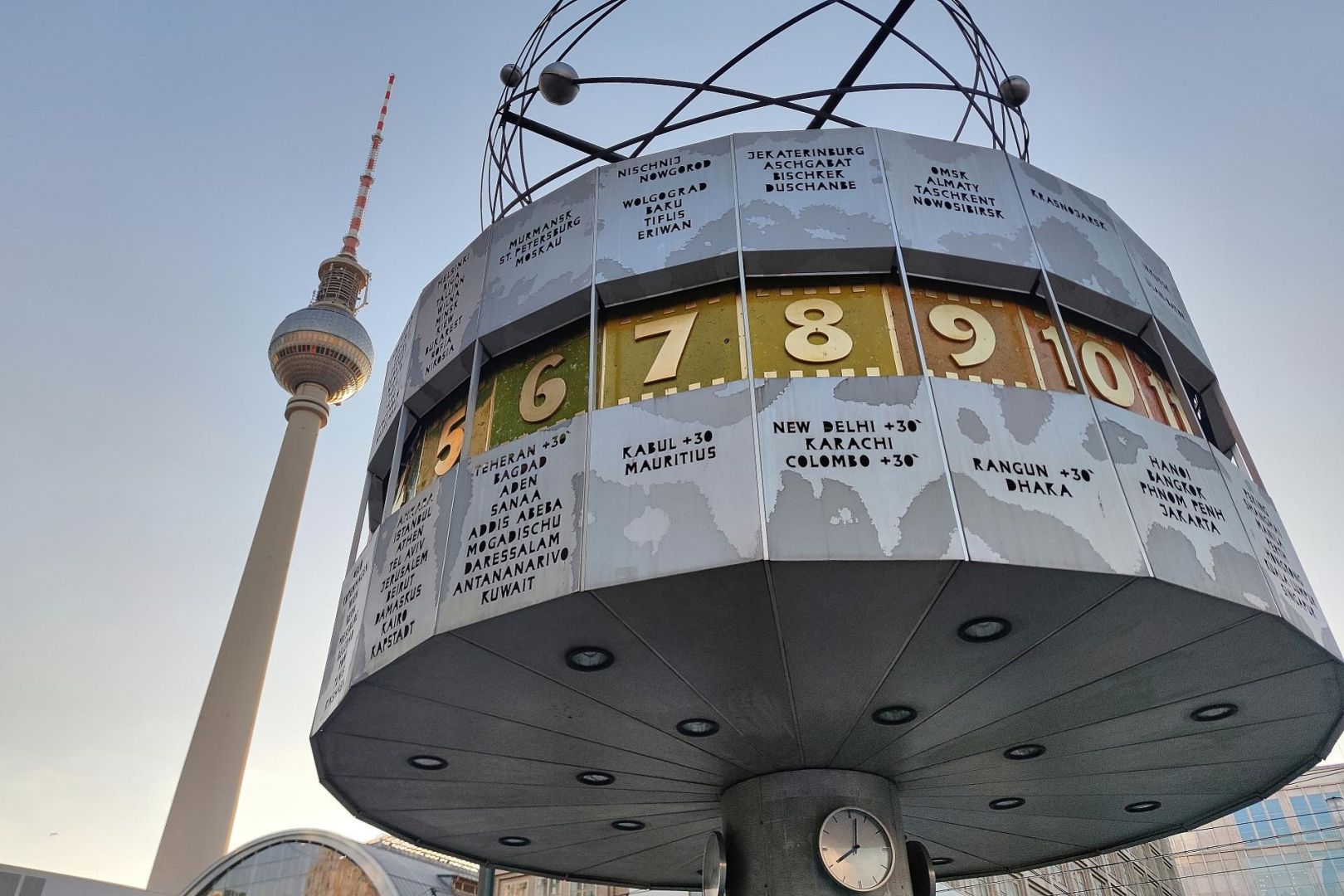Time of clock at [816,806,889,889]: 8:01
